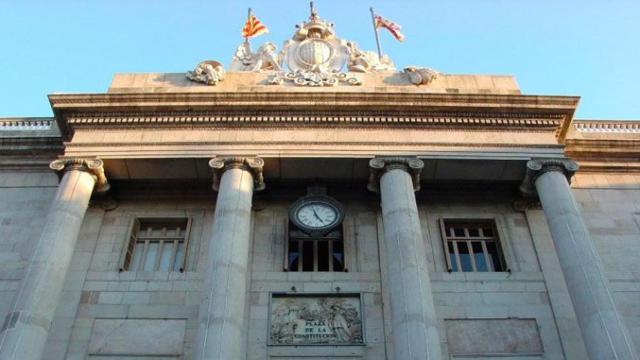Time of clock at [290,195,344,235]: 4:57
